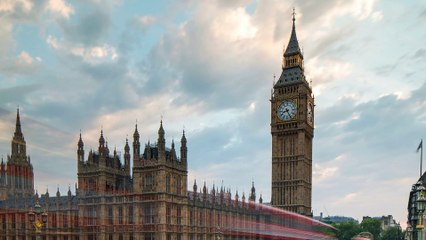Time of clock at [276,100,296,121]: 8:25
